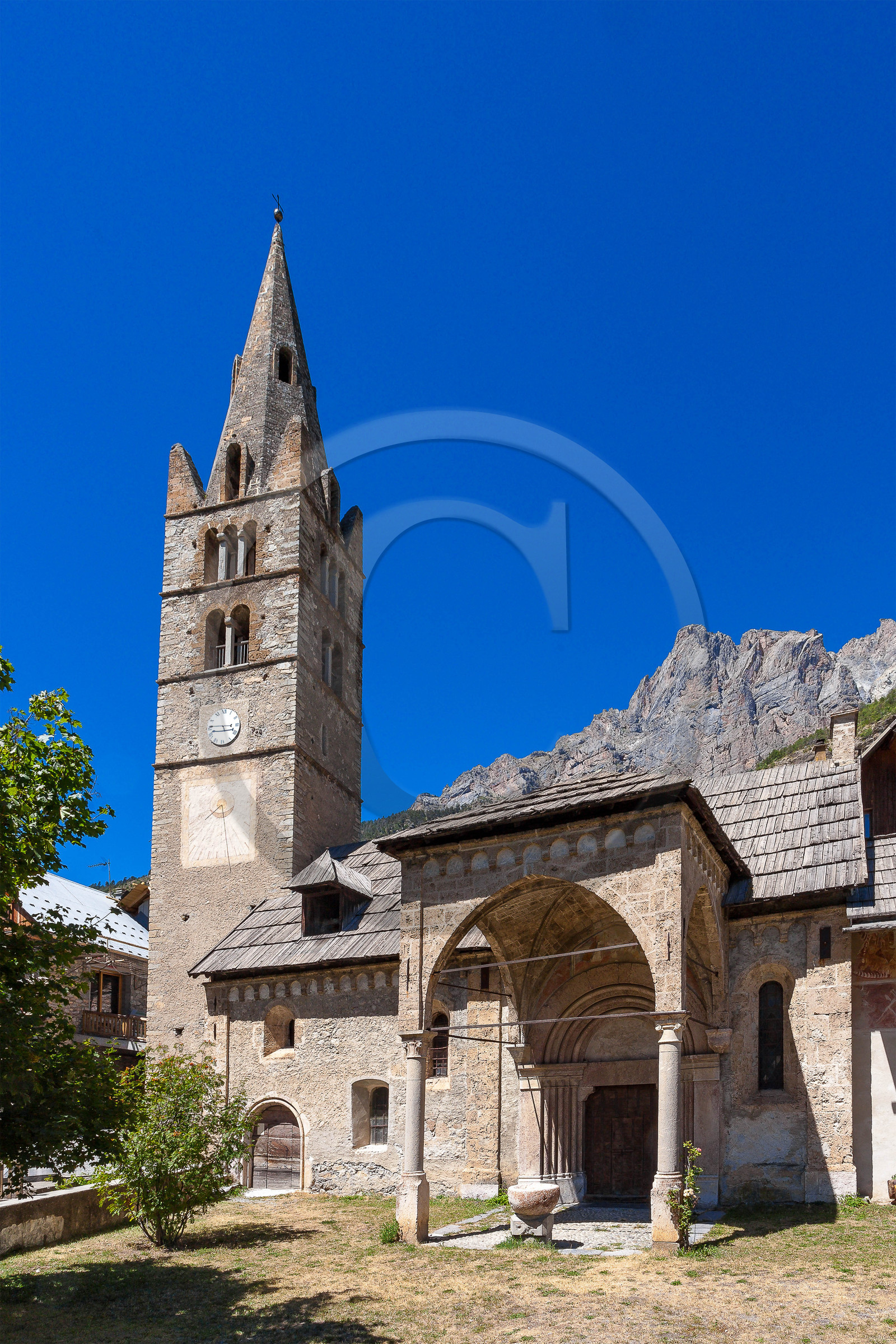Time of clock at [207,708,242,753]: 2:45
